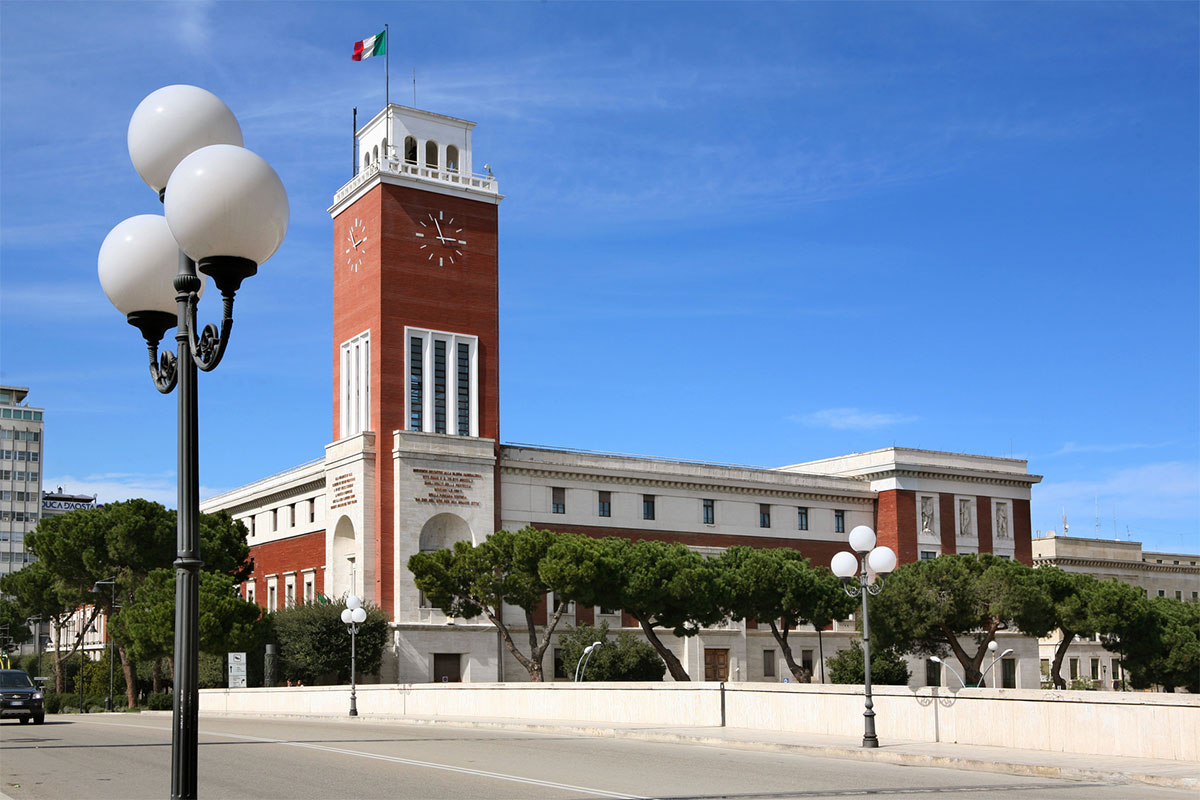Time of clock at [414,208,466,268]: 2:56
